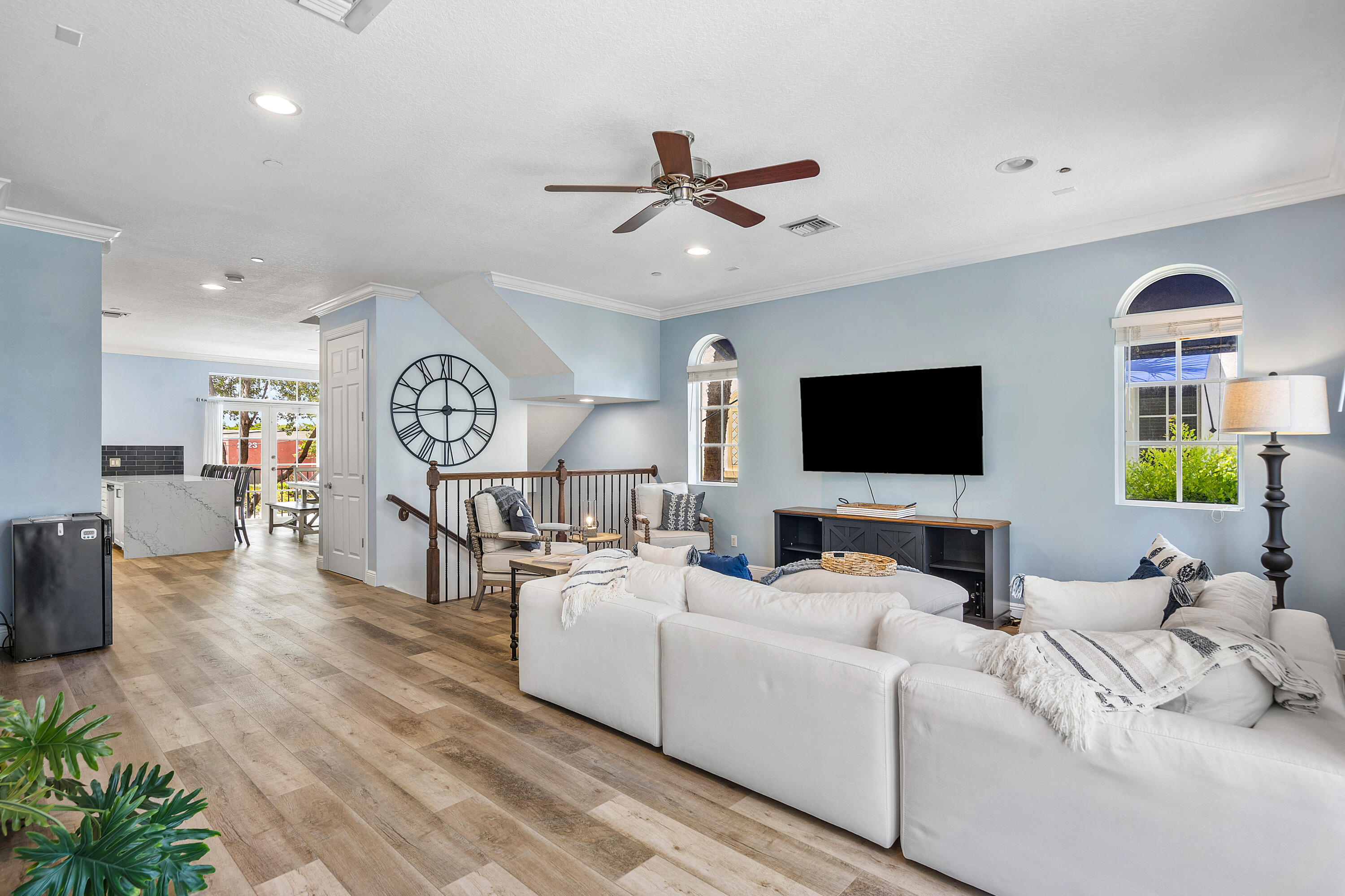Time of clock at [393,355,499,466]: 2:59
